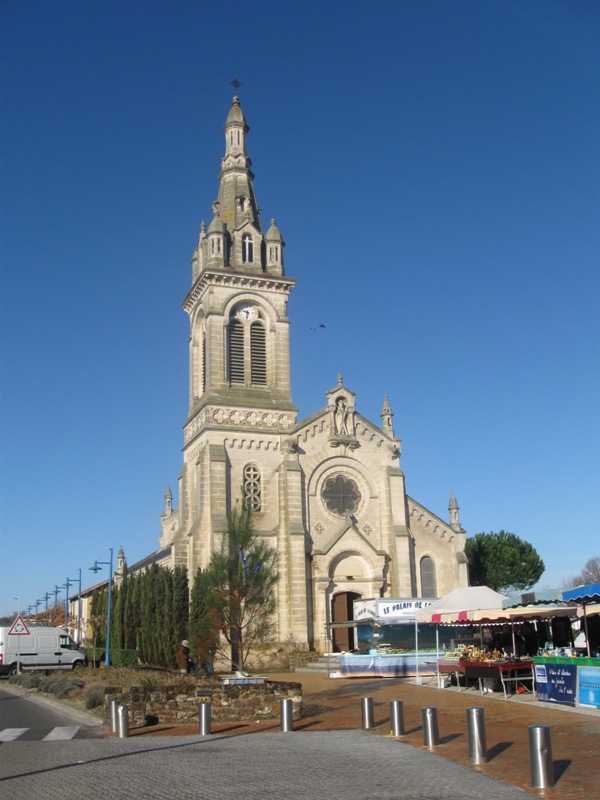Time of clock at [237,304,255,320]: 9:31
